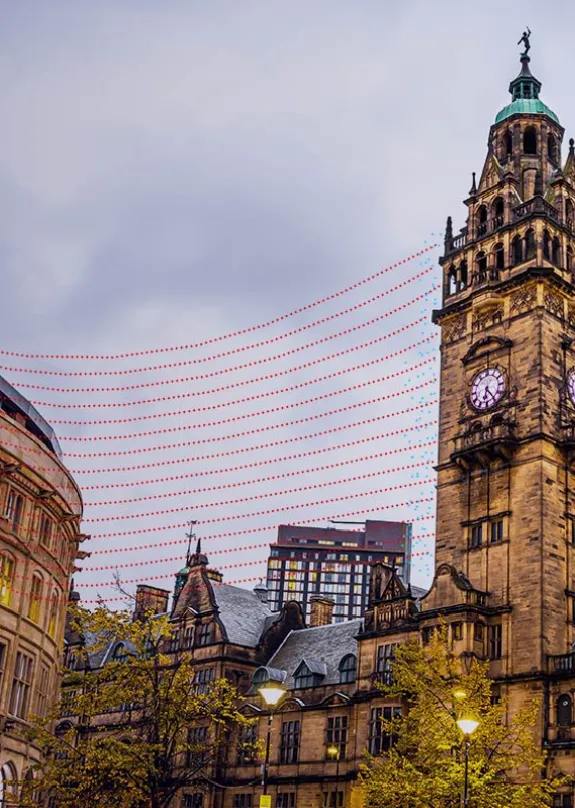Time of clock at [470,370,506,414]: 6:24
